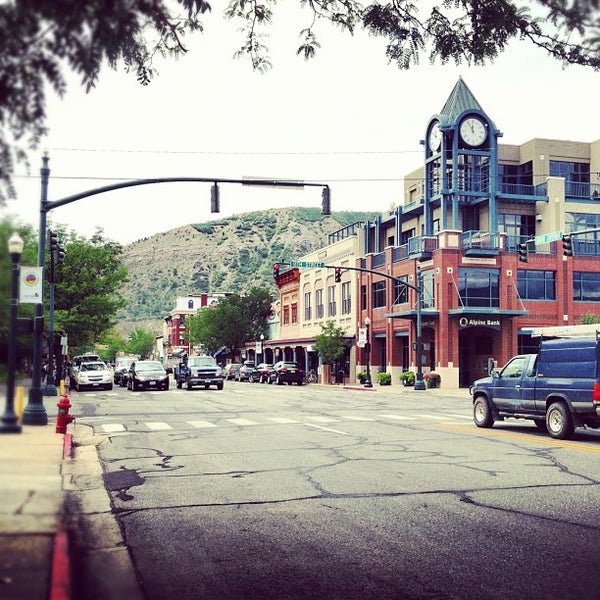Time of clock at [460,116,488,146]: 11:55
